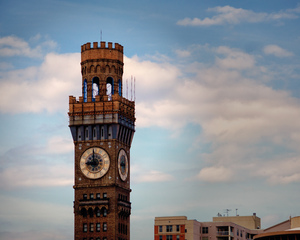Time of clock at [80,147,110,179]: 8:58
